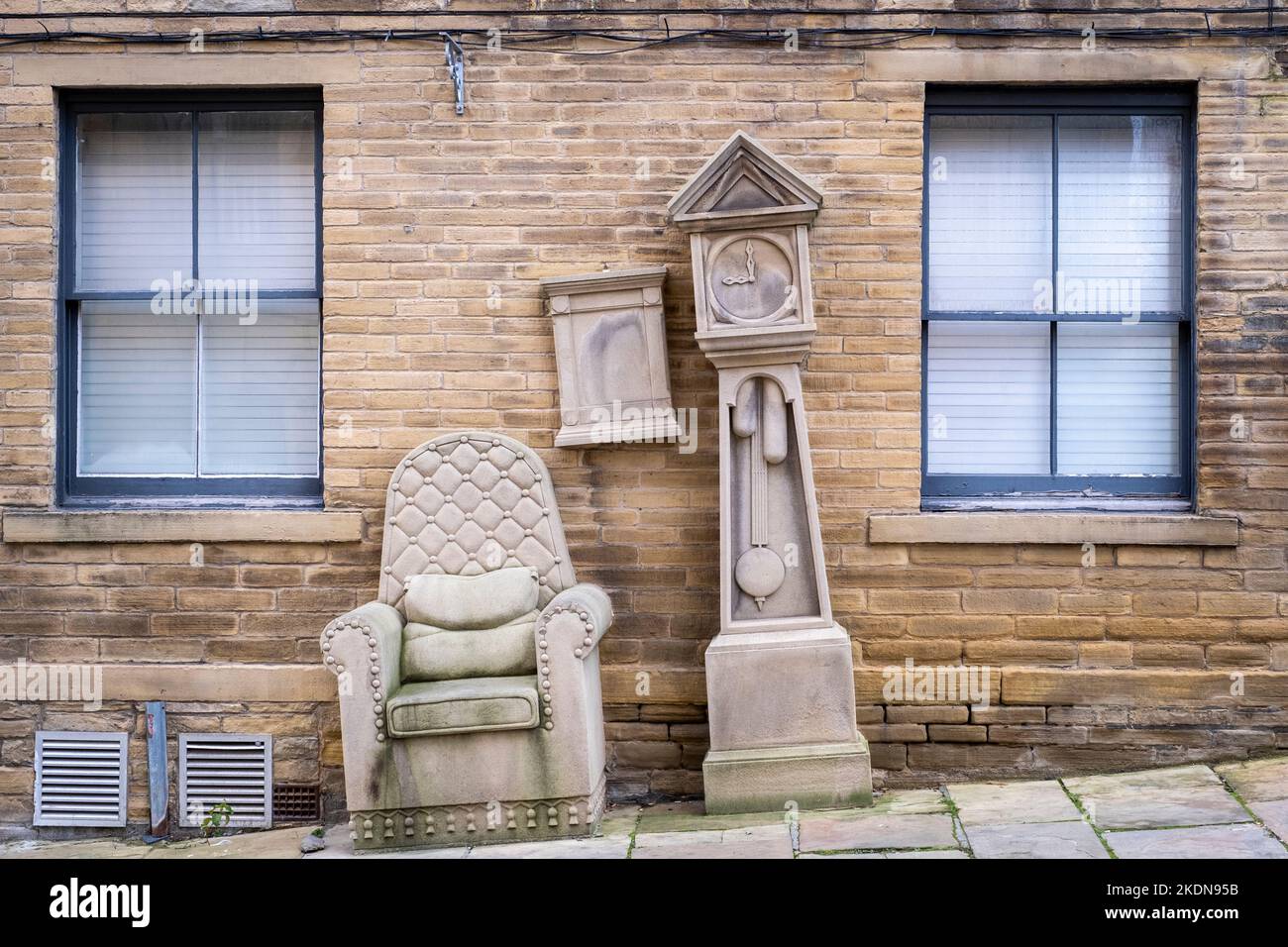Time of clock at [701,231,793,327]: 8:59
